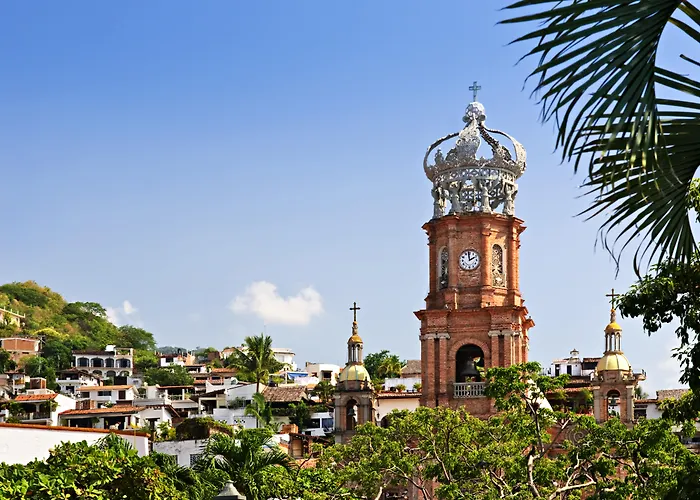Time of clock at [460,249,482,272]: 1:59
